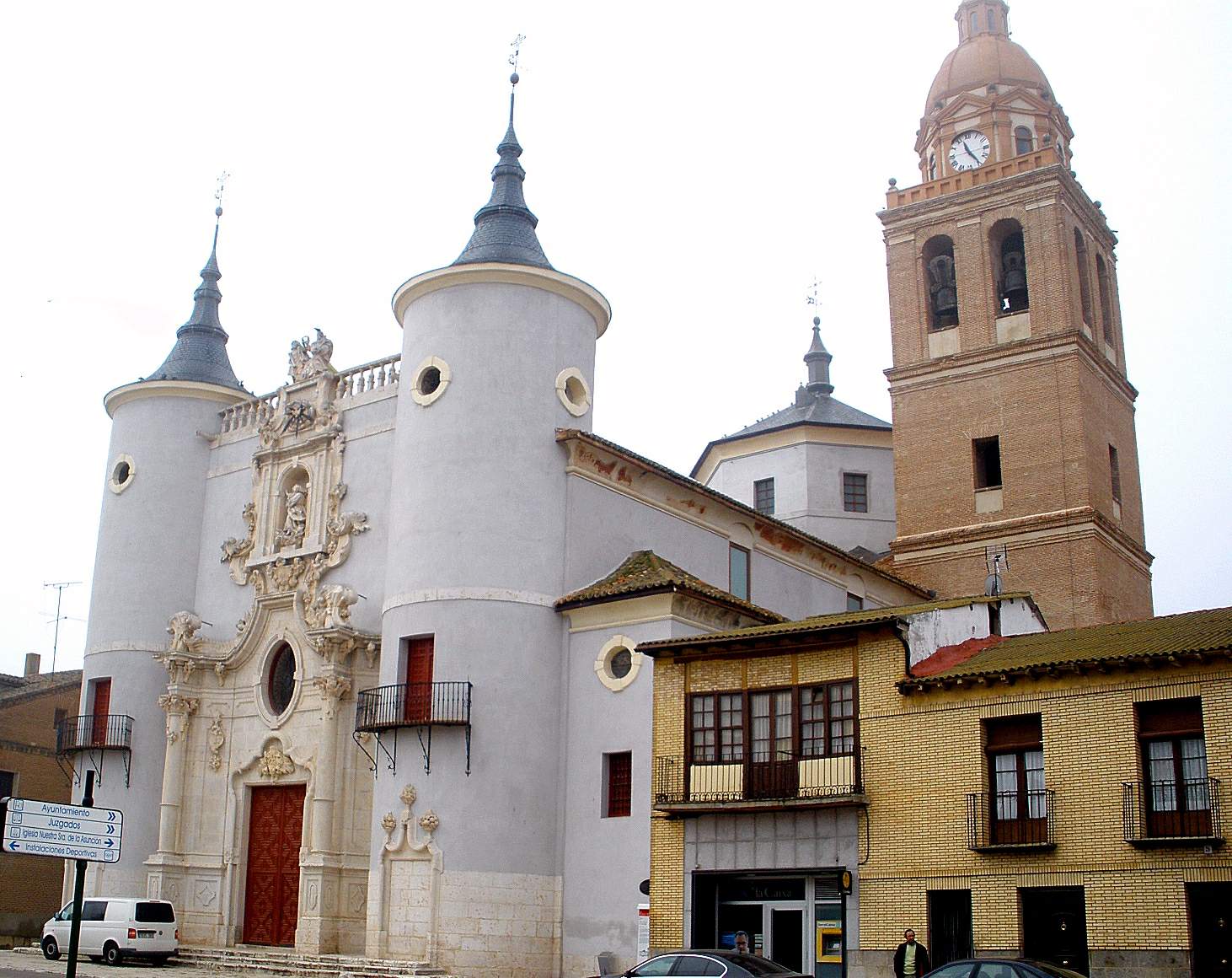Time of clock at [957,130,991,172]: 11:24
